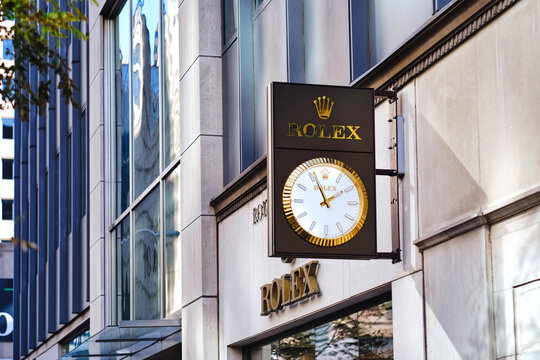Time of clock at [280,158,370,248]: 1:56
